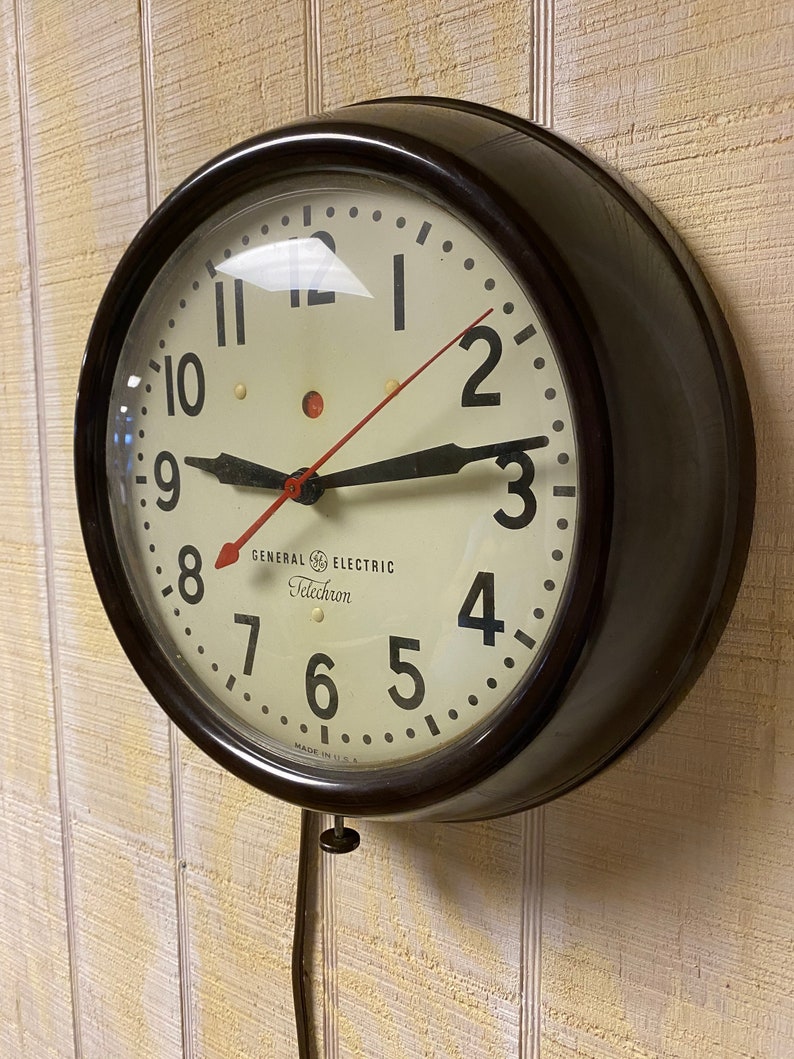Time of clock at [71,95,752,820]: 9:13
